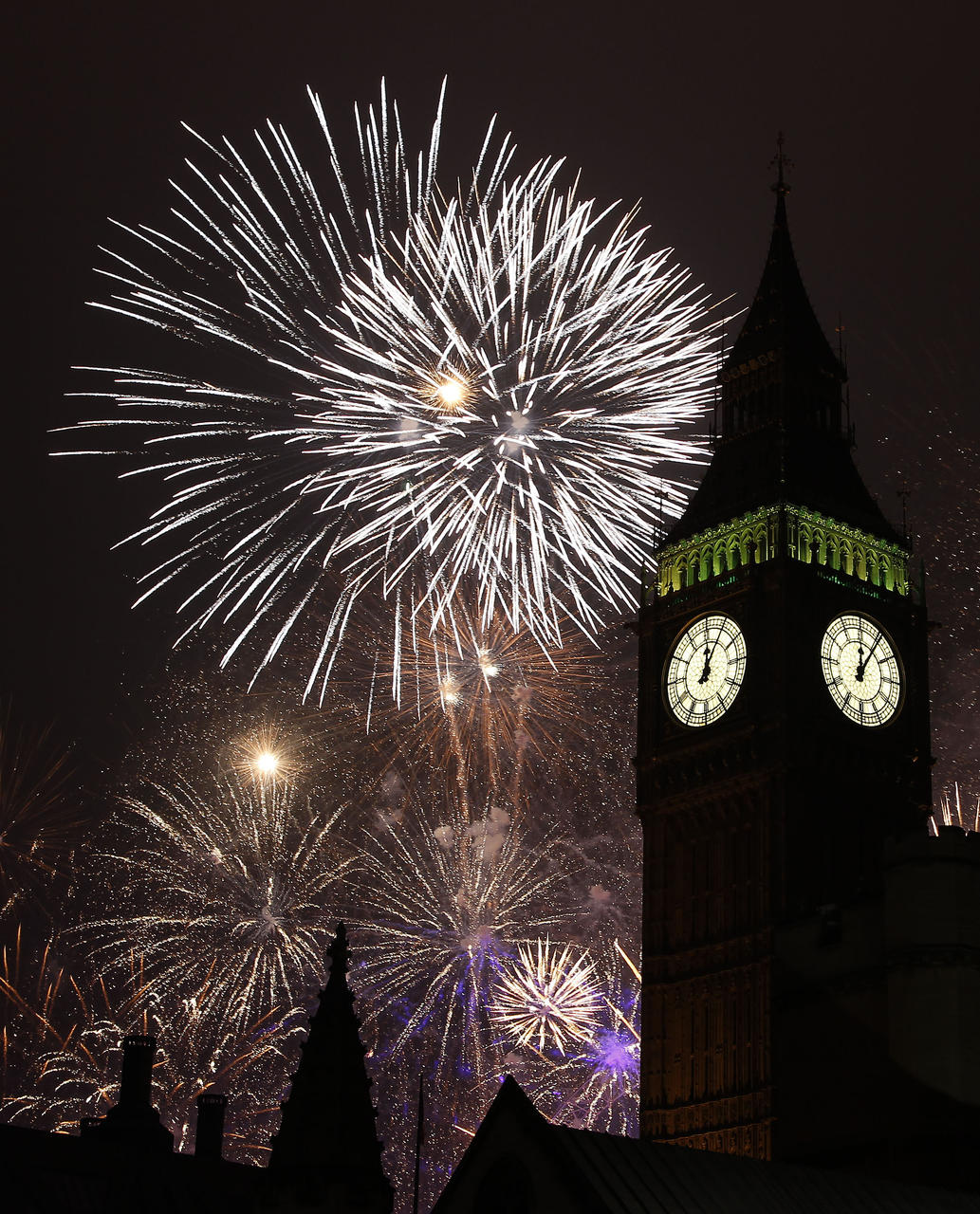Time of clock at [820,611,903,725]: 12:05
